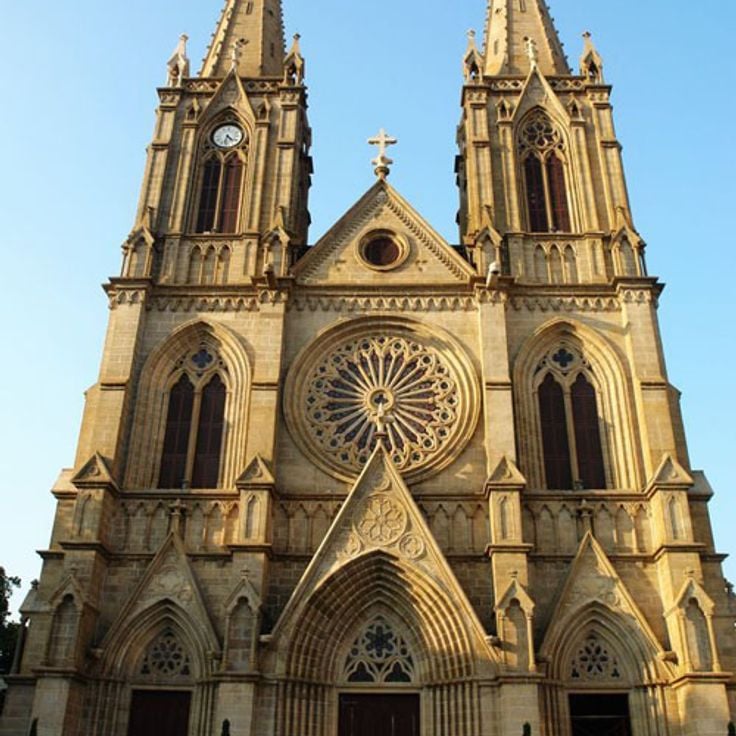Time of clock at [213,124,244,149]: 4:31
